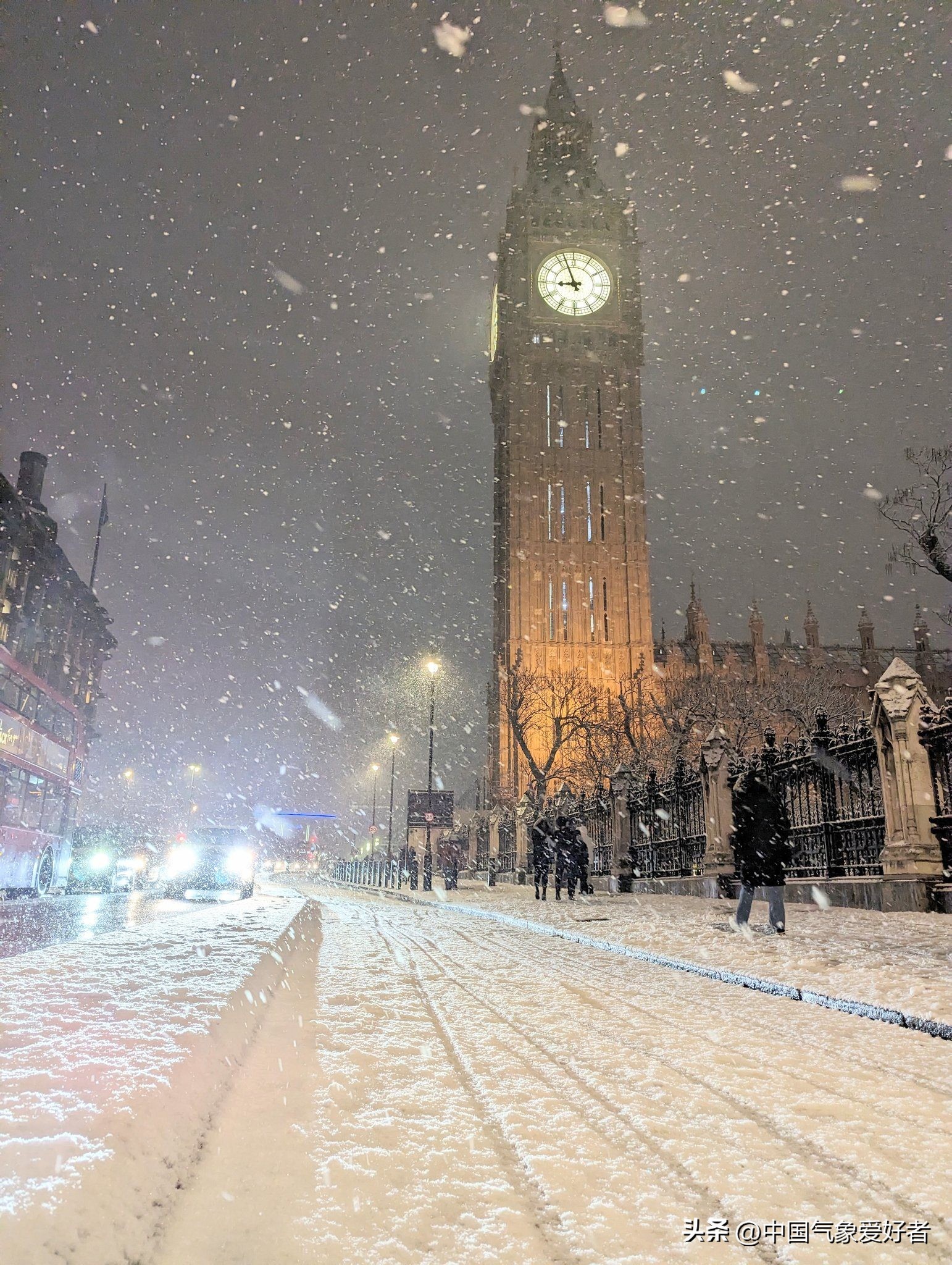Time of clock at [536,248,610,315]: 8:56
